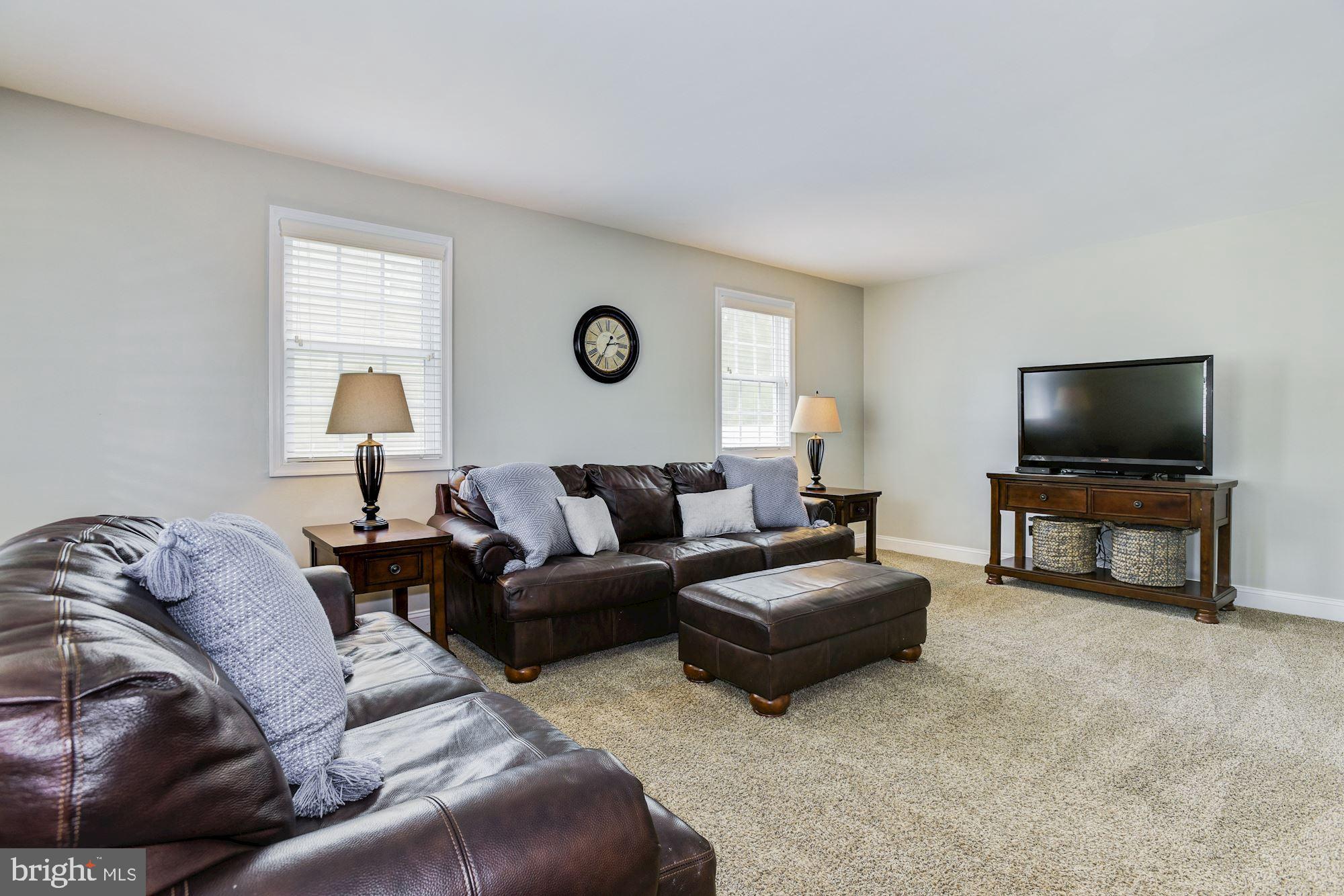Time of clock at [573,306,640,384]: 2:34
